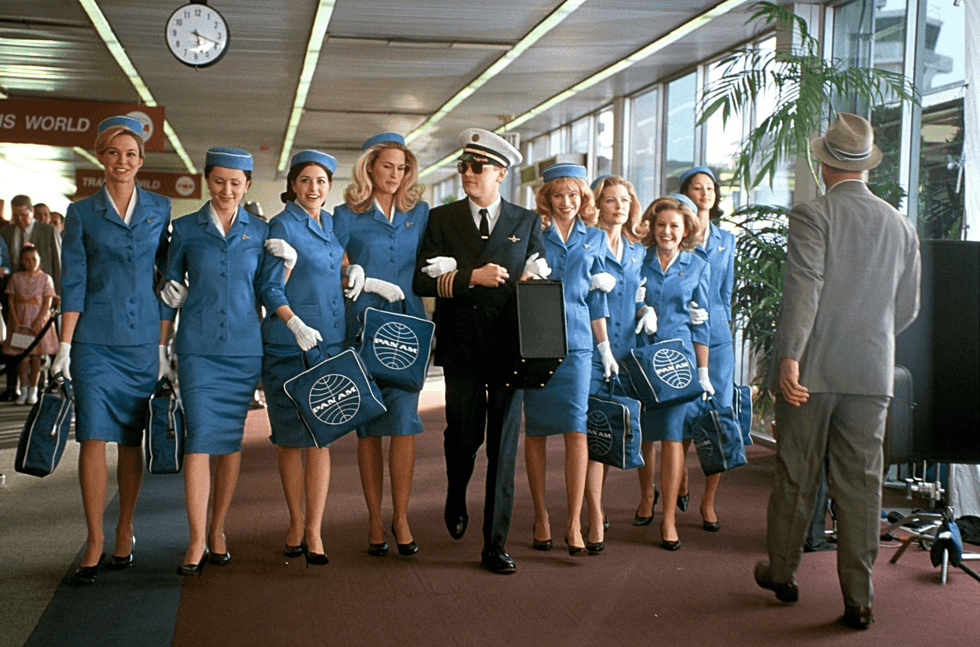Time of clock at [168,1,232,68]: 5:18
